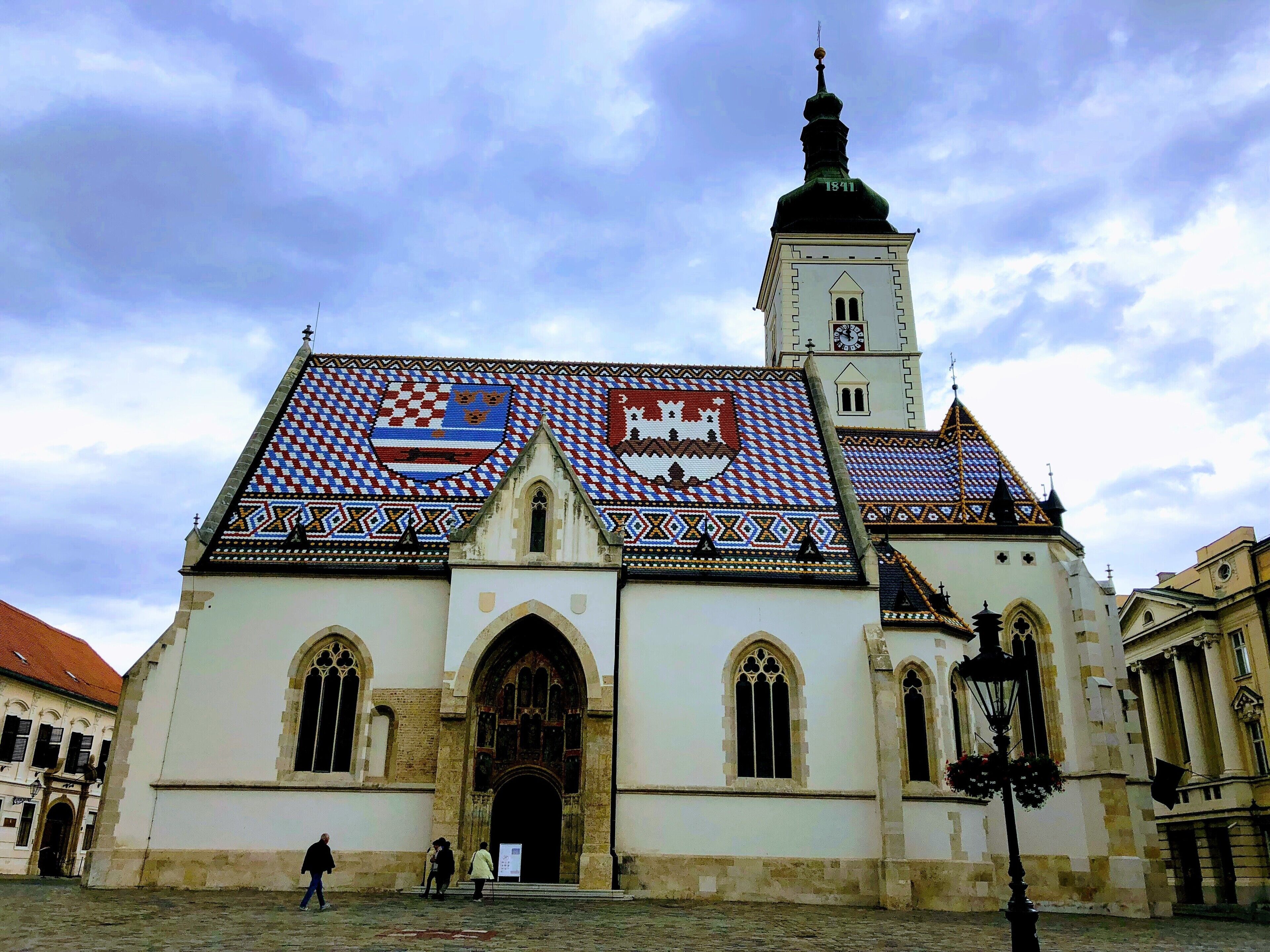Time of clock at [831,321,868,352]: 11:48
